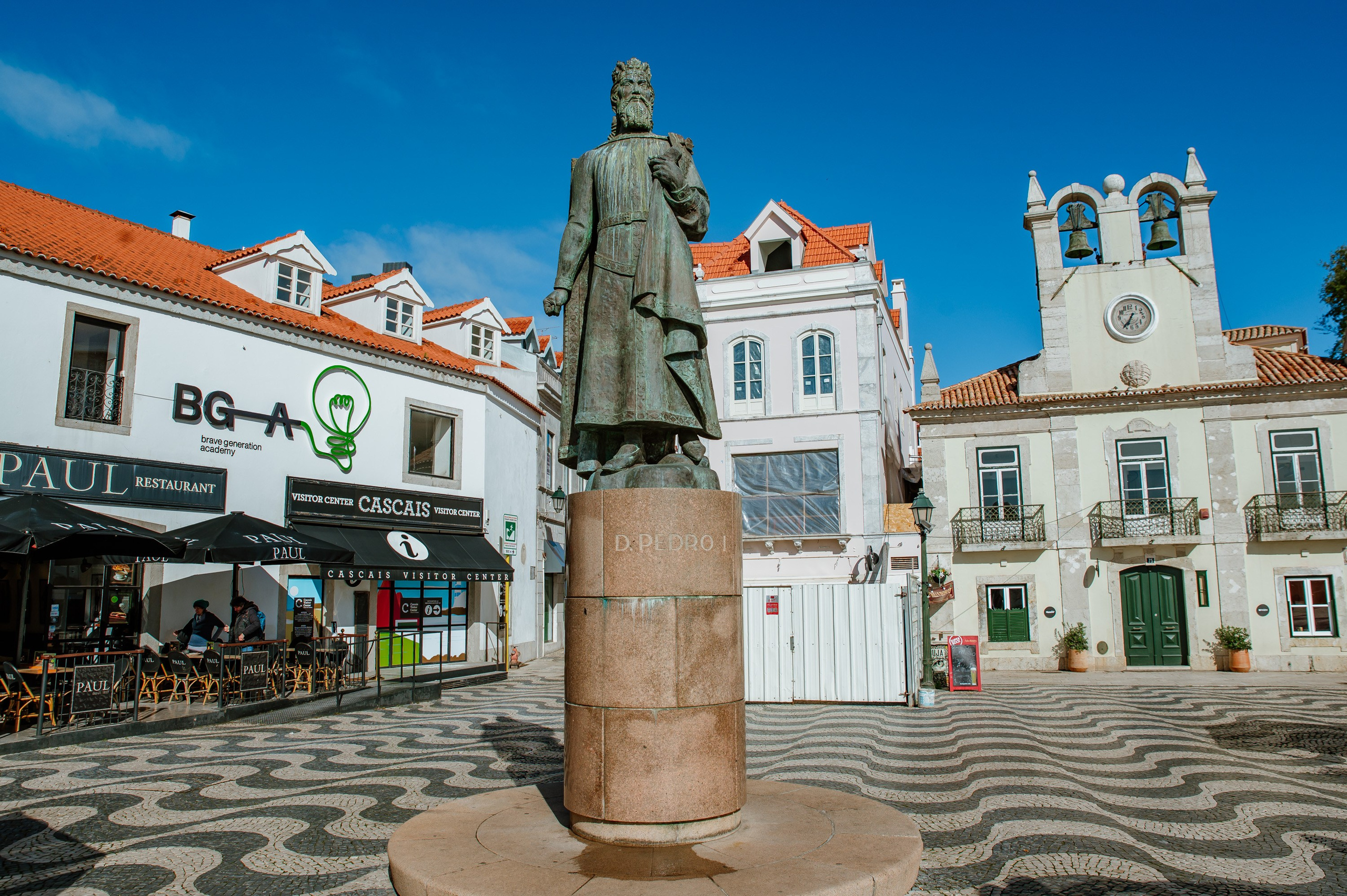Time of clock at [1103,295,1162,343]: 6:36
